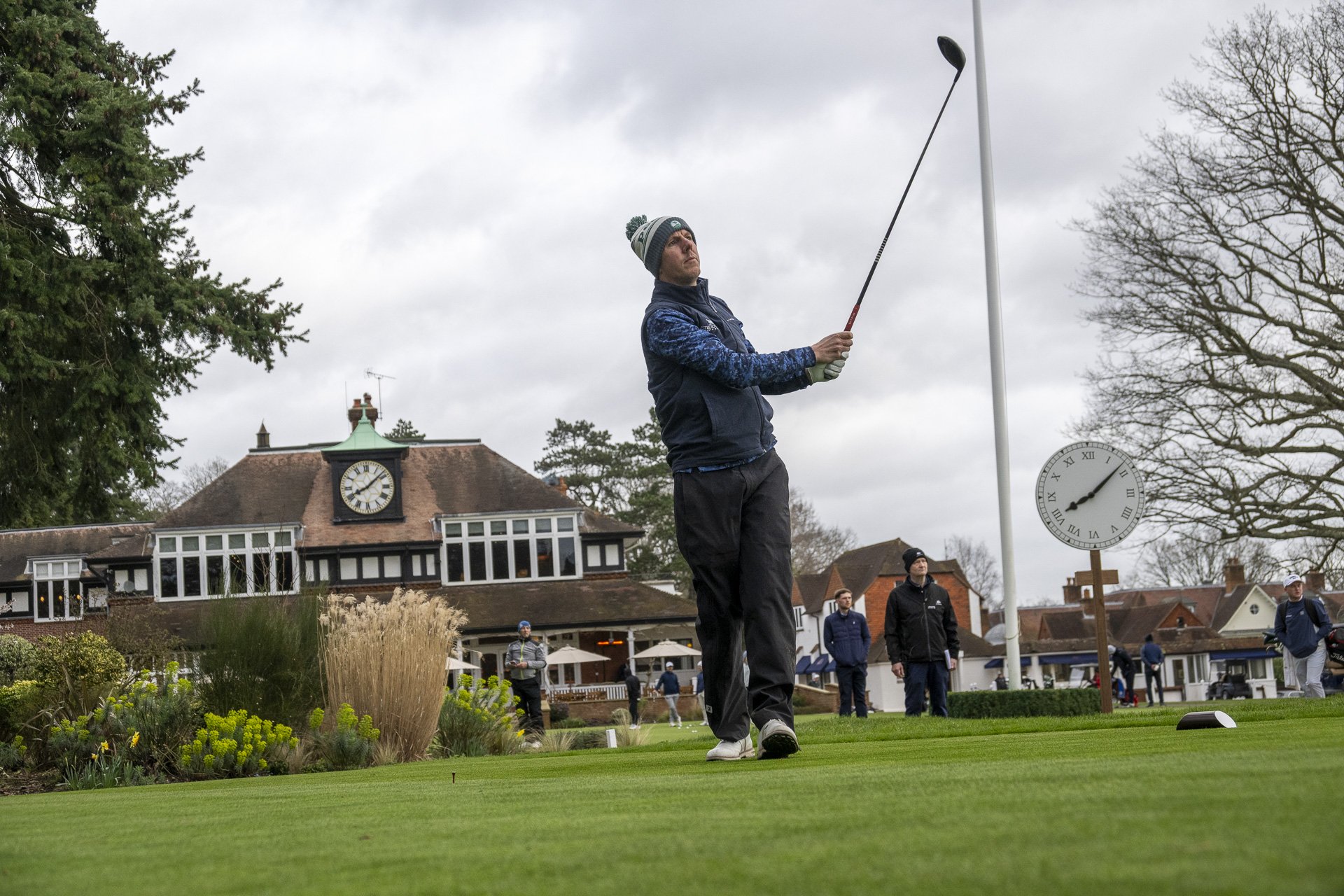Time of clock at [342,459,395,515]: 8:07
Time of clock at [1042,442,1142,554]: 8:08
